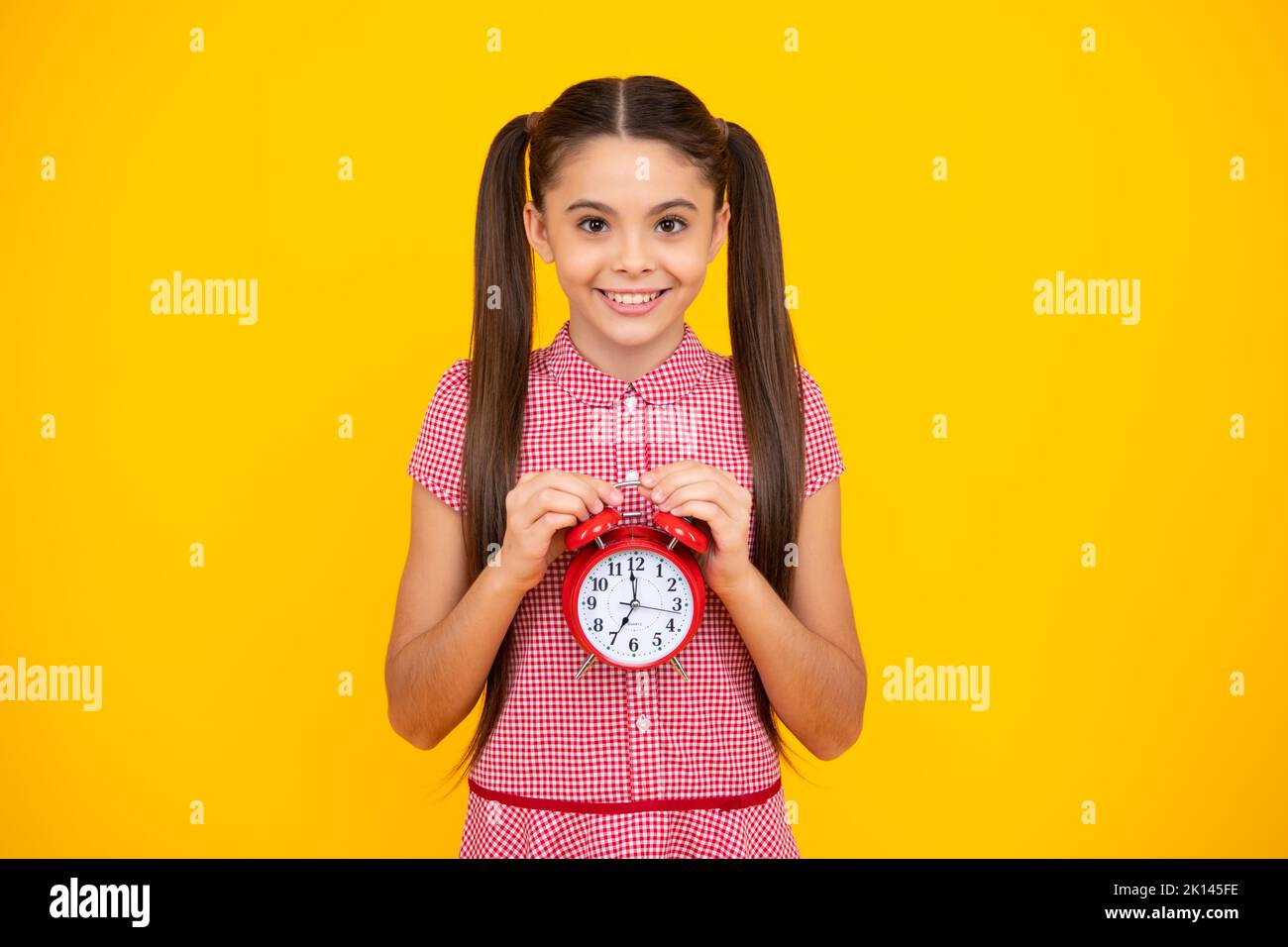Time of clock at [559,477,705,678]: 6:59
